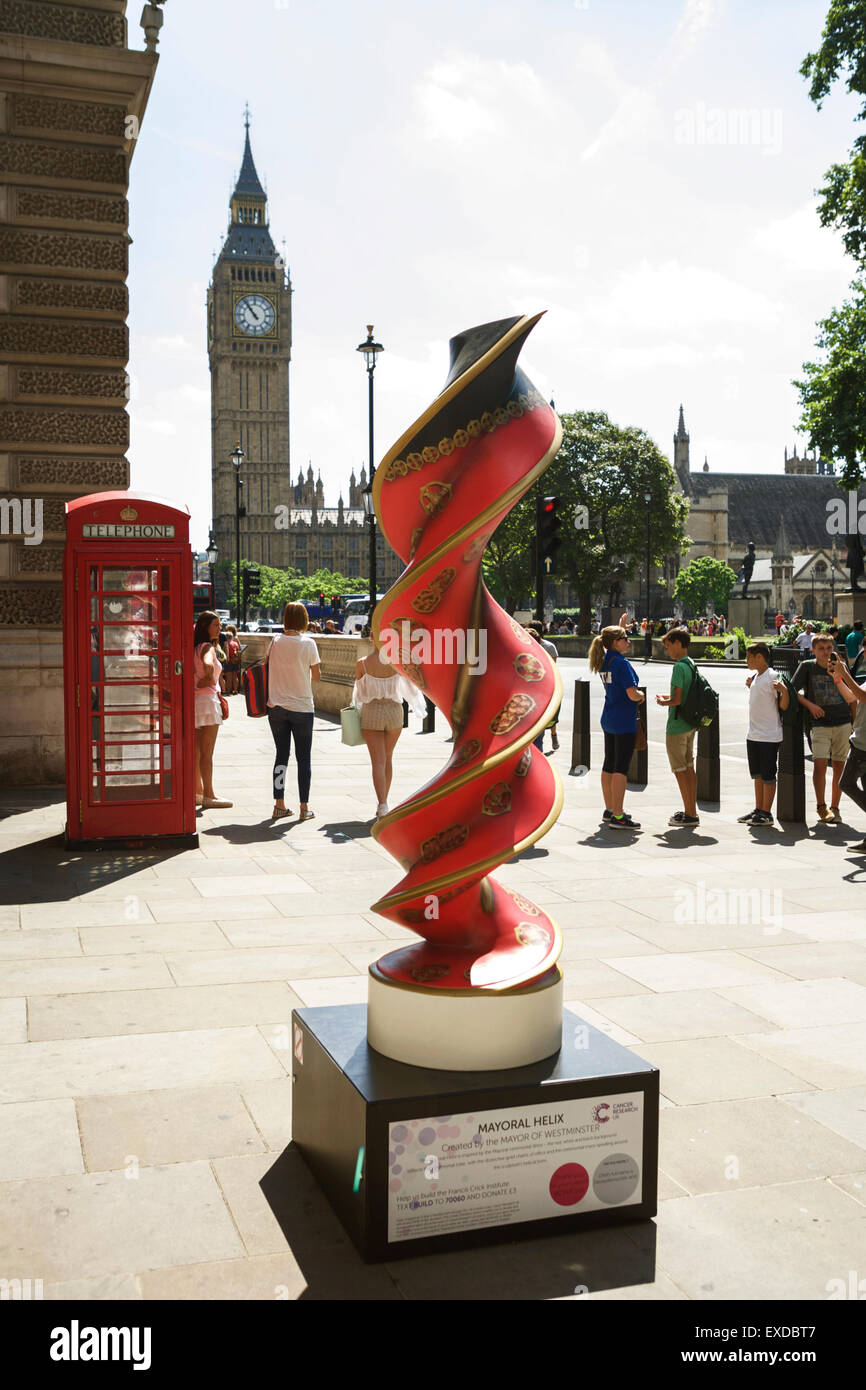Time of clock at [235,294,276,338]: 10:53
